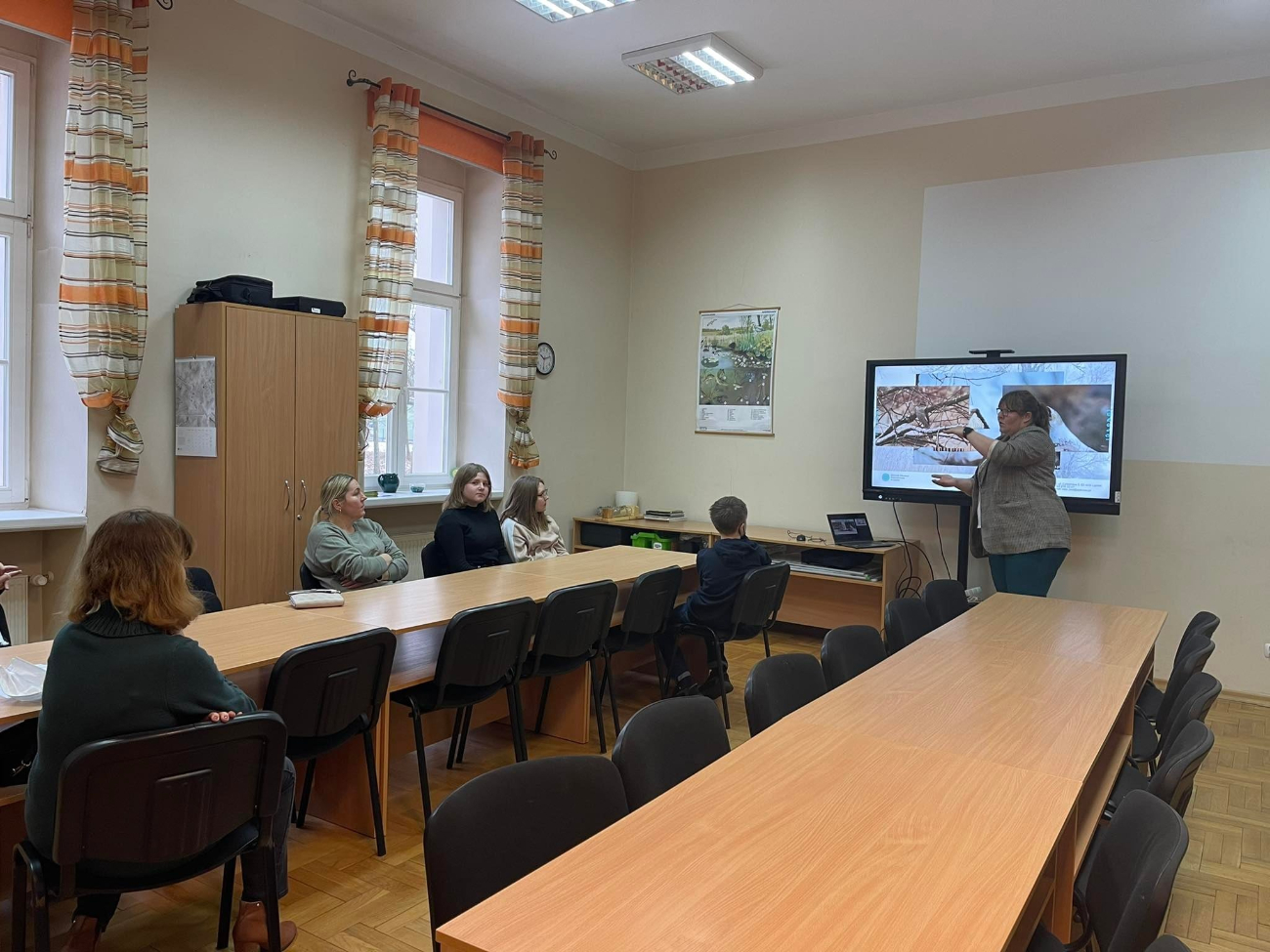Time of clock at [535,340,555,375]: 10:12
